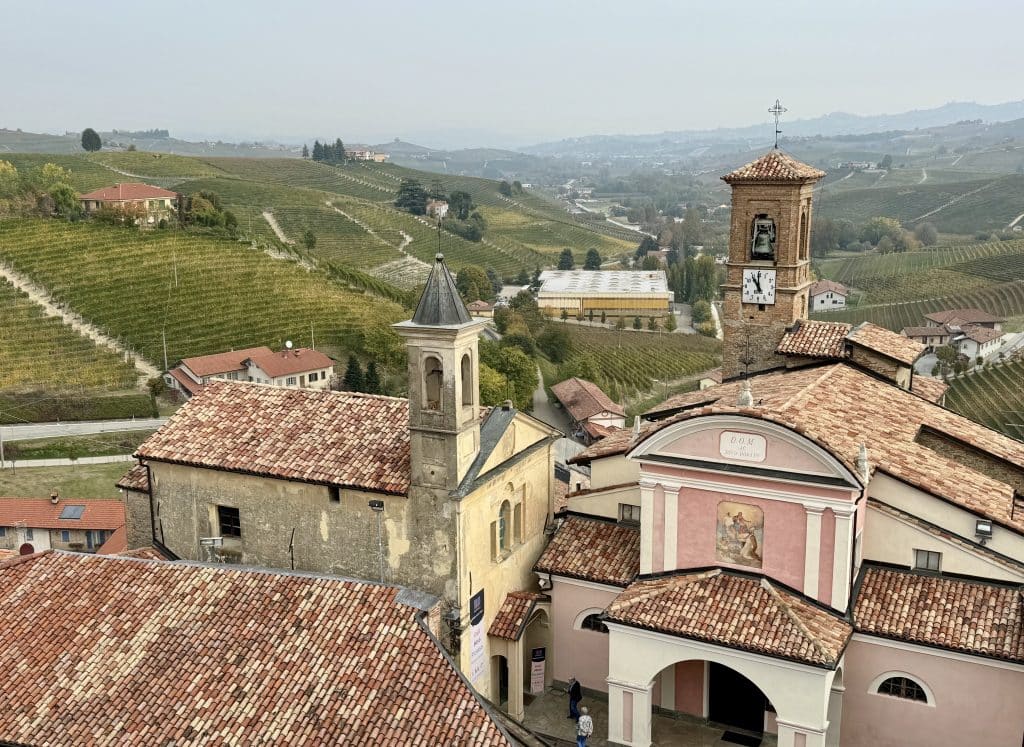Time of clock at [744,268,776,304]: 10:59
